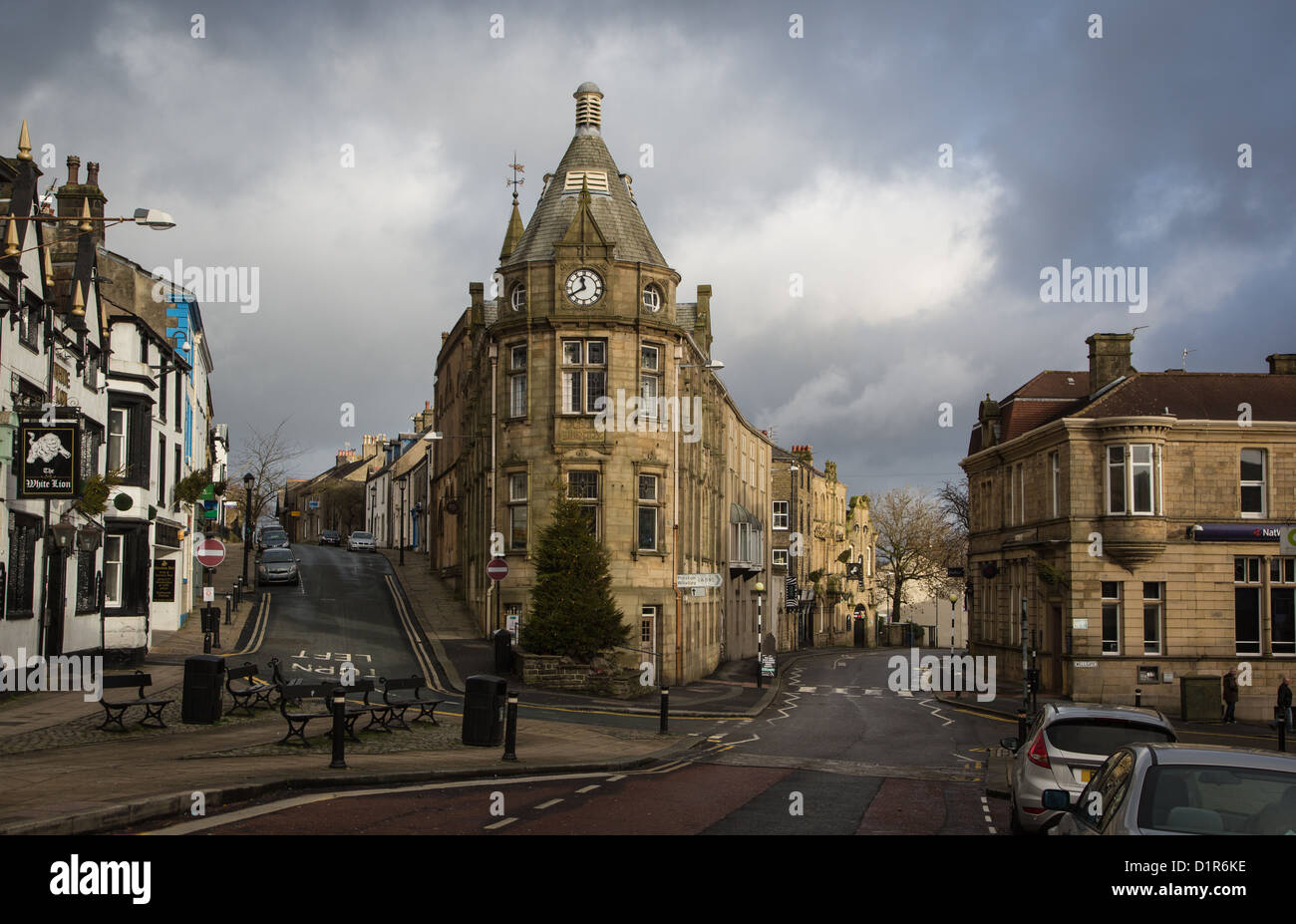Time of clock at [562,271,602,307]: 11:40
